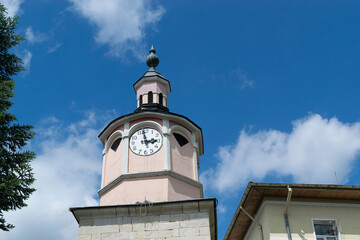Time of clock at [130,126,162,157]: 2:58
